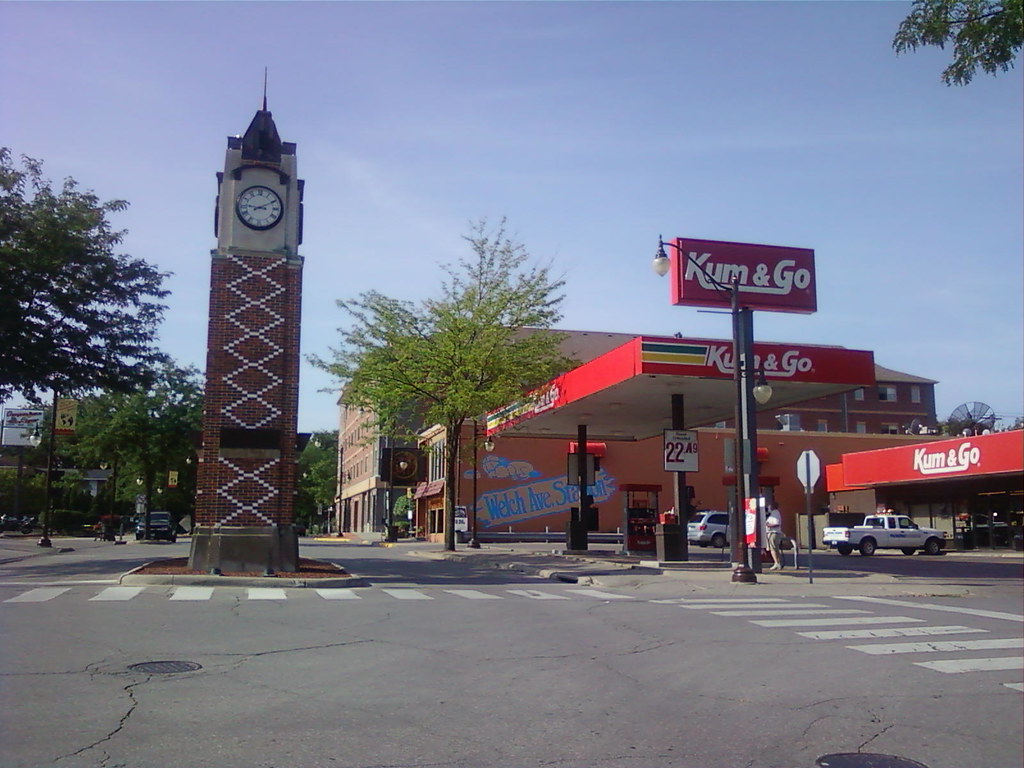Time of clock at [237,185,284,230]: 9:10
